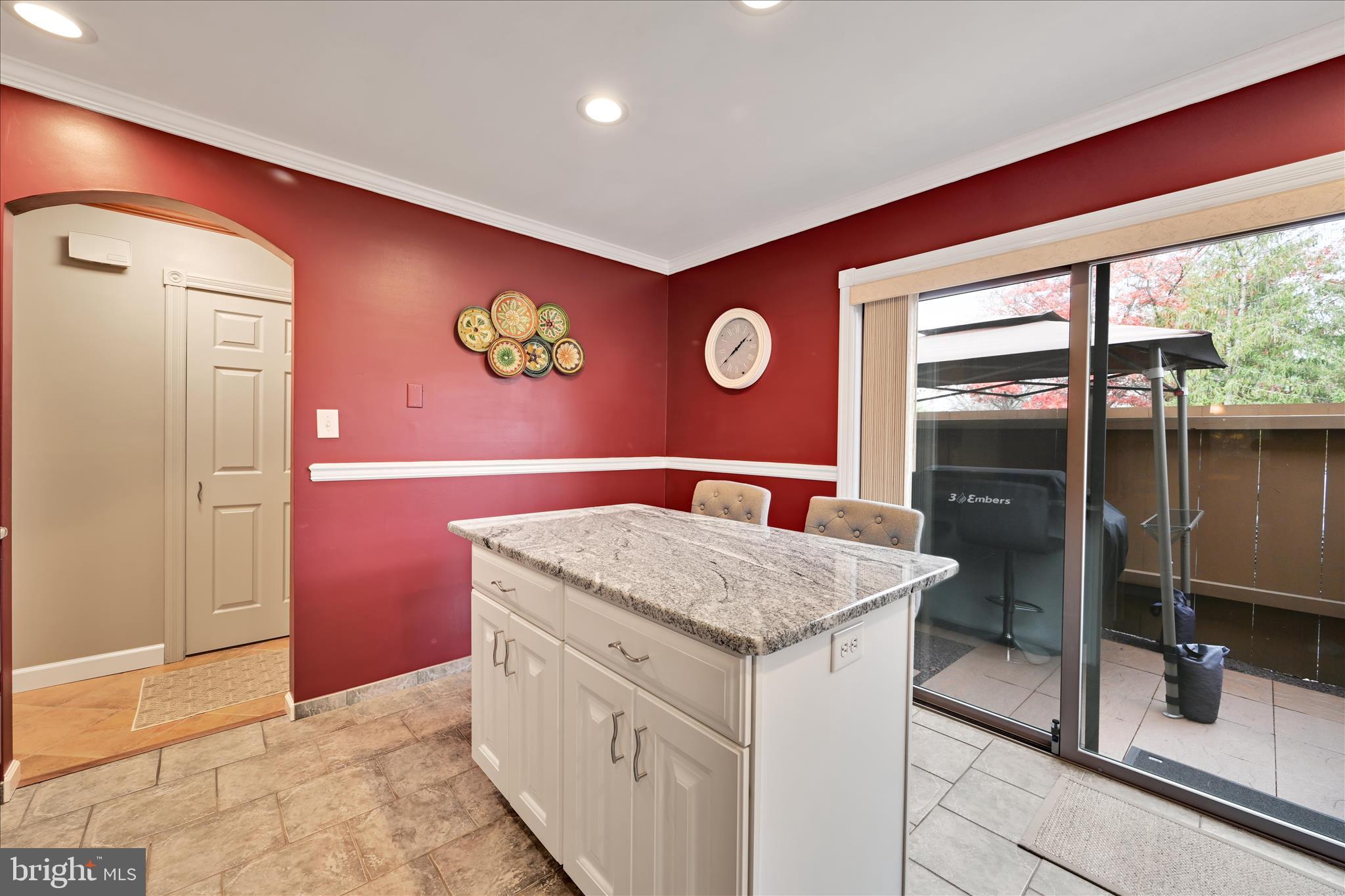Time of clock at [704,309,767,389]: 1:39
